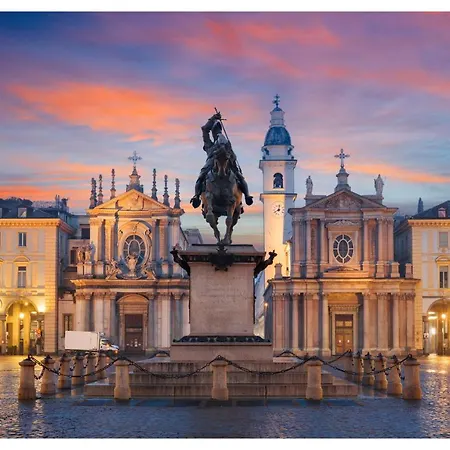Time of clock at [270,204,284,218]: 8:02
